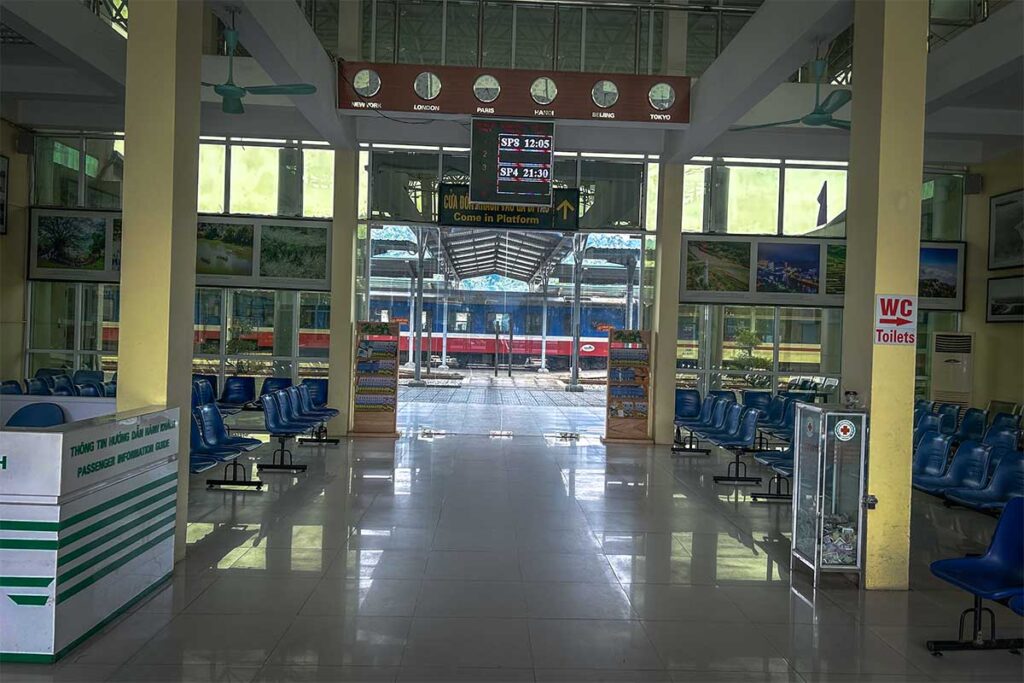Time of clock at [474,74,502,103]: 5:14
